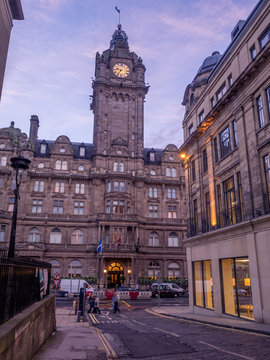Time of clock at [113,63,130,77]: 9:36
